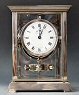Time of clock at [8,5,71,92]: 12:04
